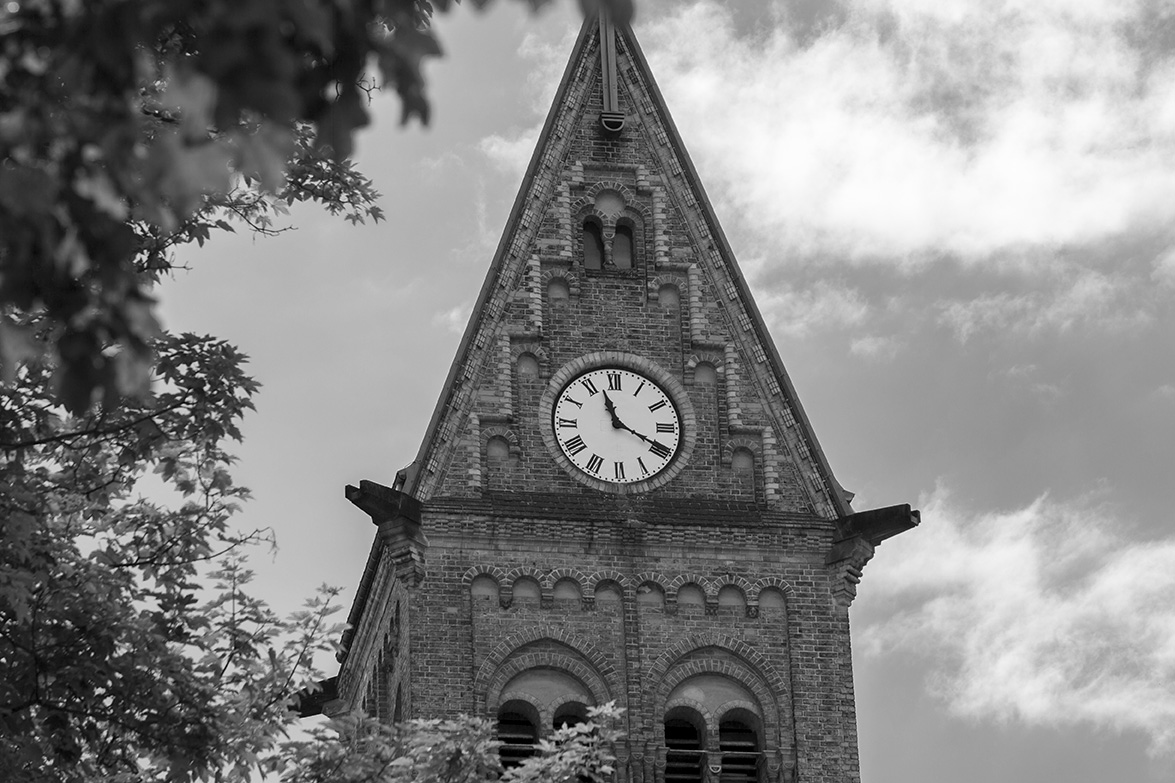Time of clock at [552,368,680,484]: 11:19
